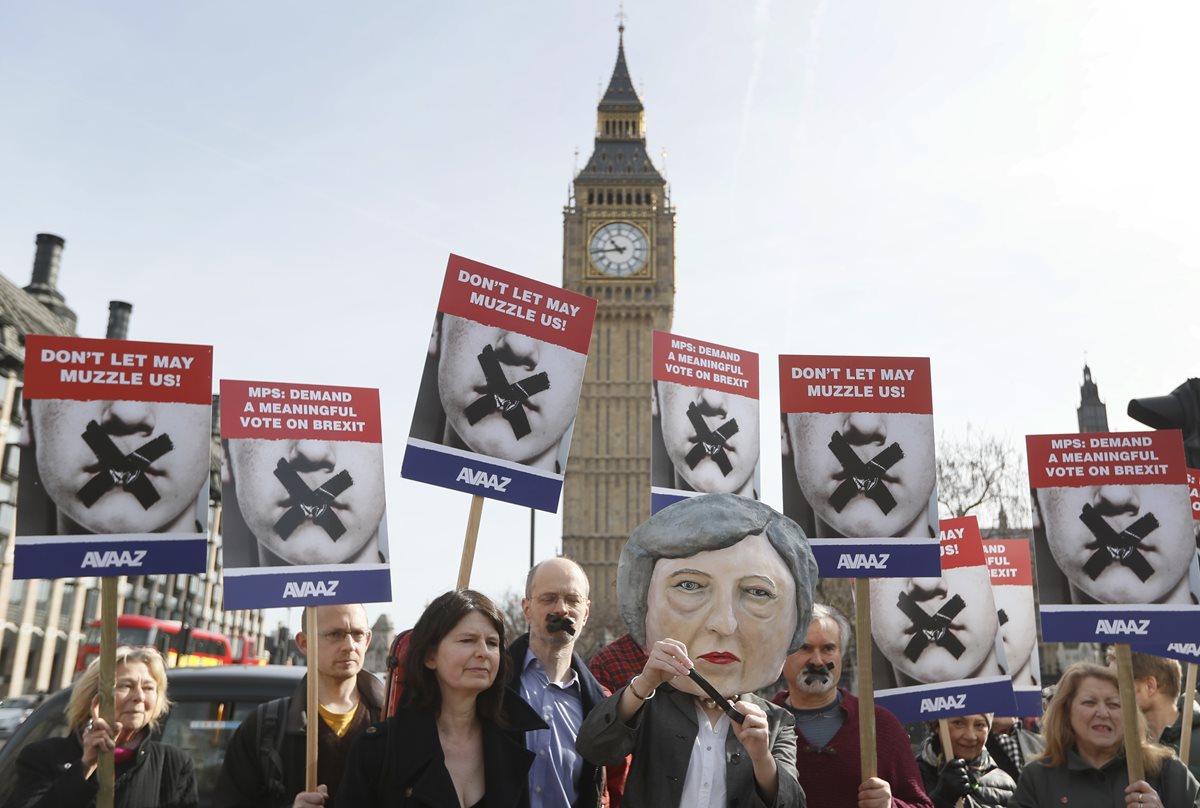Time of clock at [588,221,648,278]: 10:43
